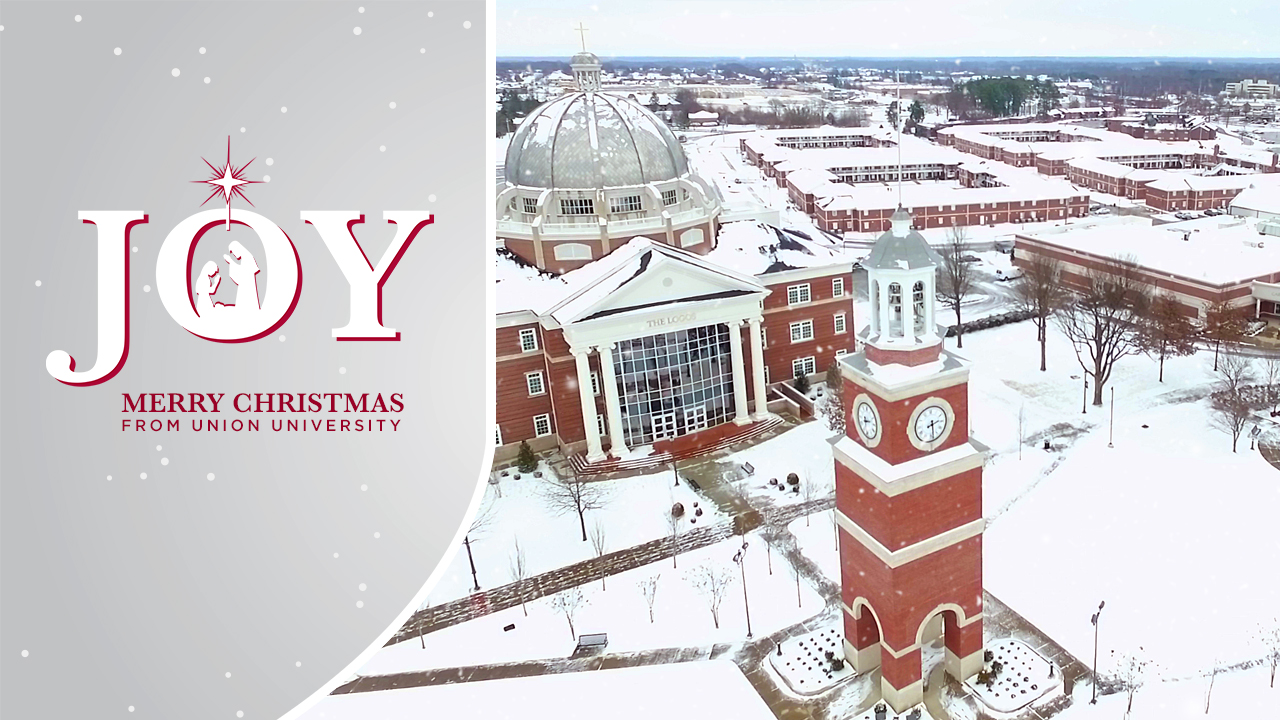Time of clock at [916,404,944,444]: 2:29
